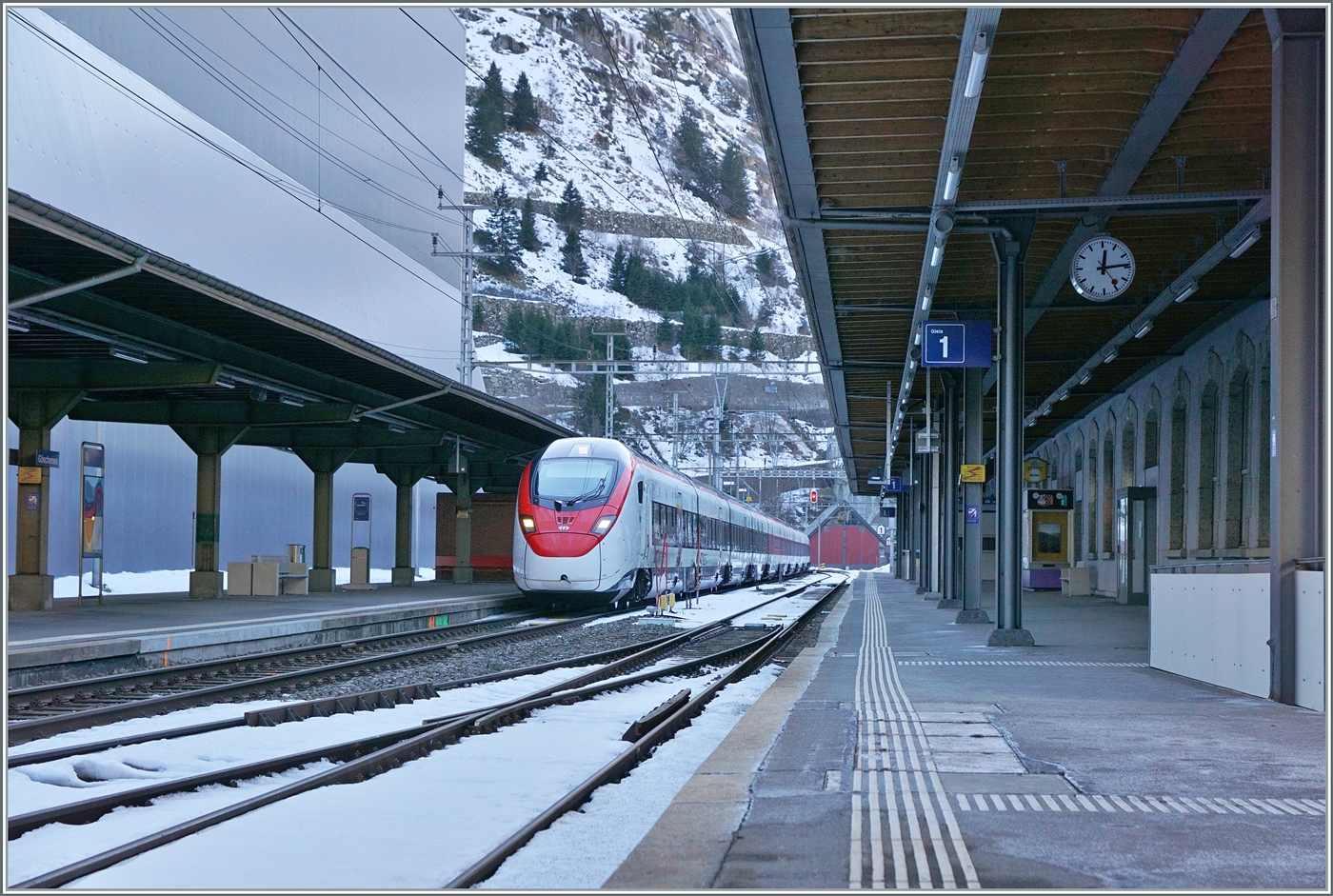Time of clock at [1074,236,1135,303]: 12:14
